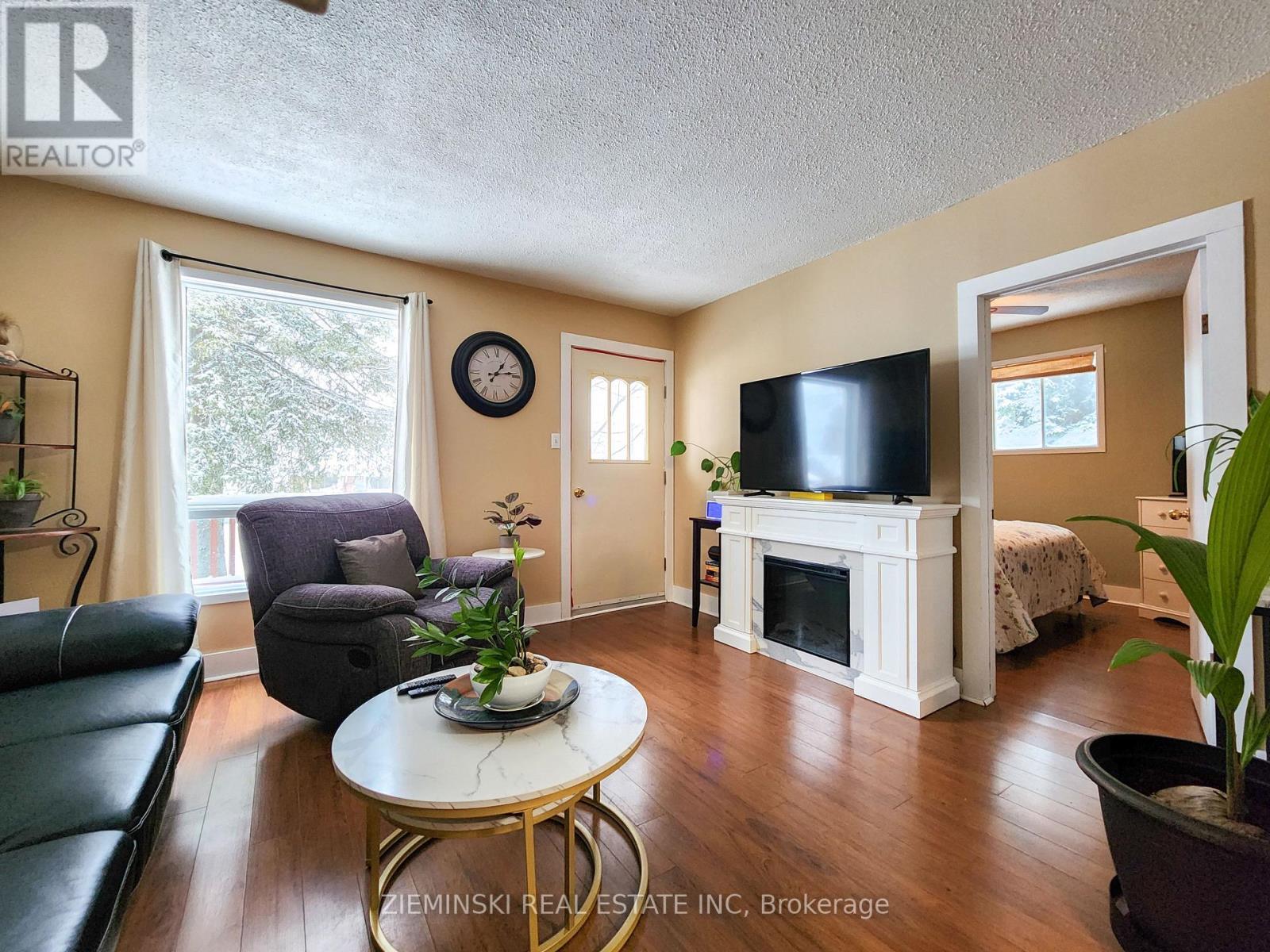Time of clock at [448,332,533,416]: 1:13
